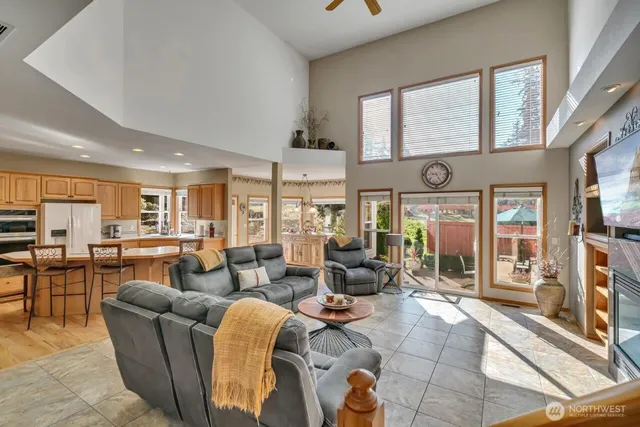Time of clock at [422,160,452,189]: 9:25
